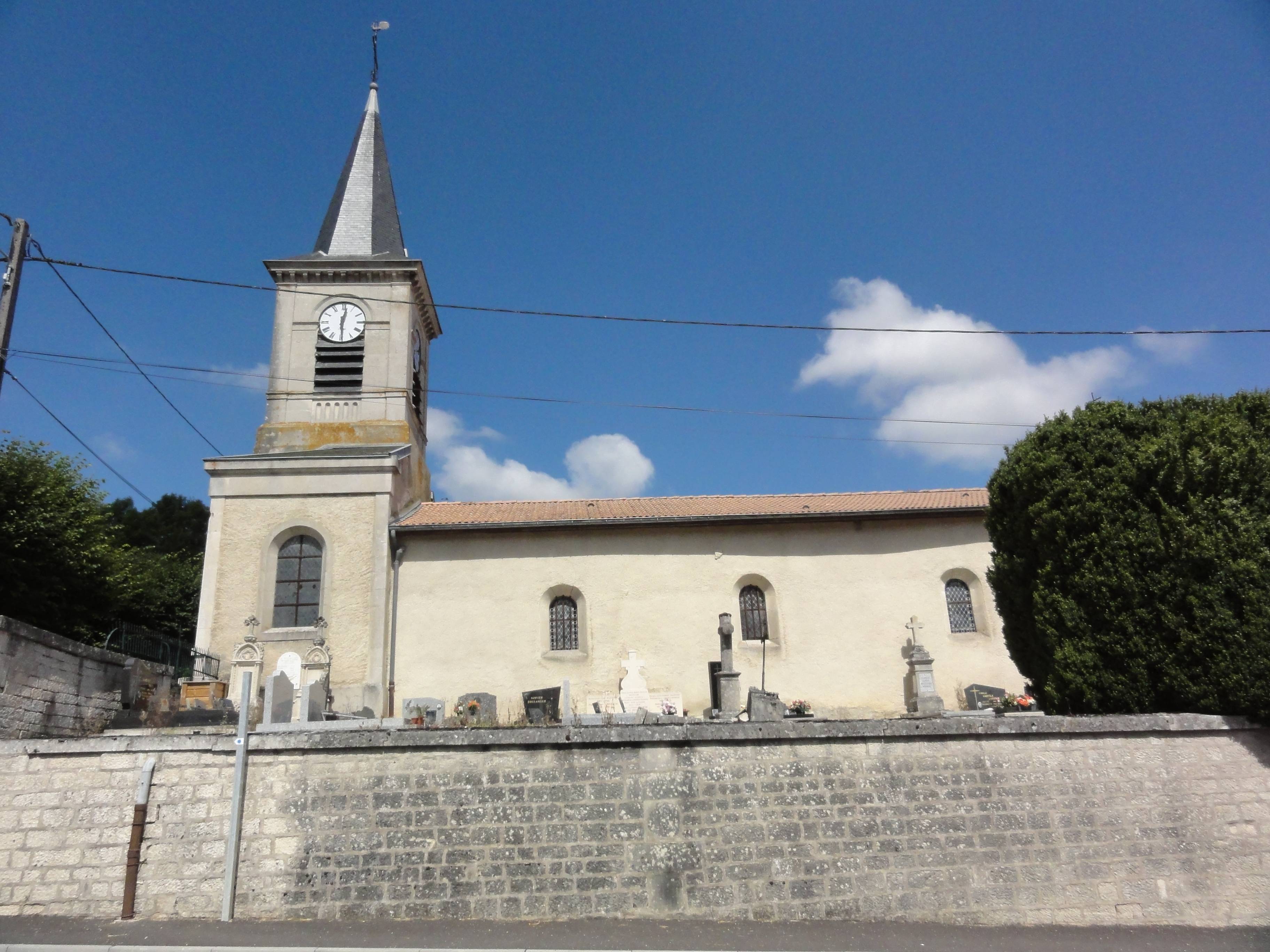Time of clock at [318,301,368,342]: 12:29
